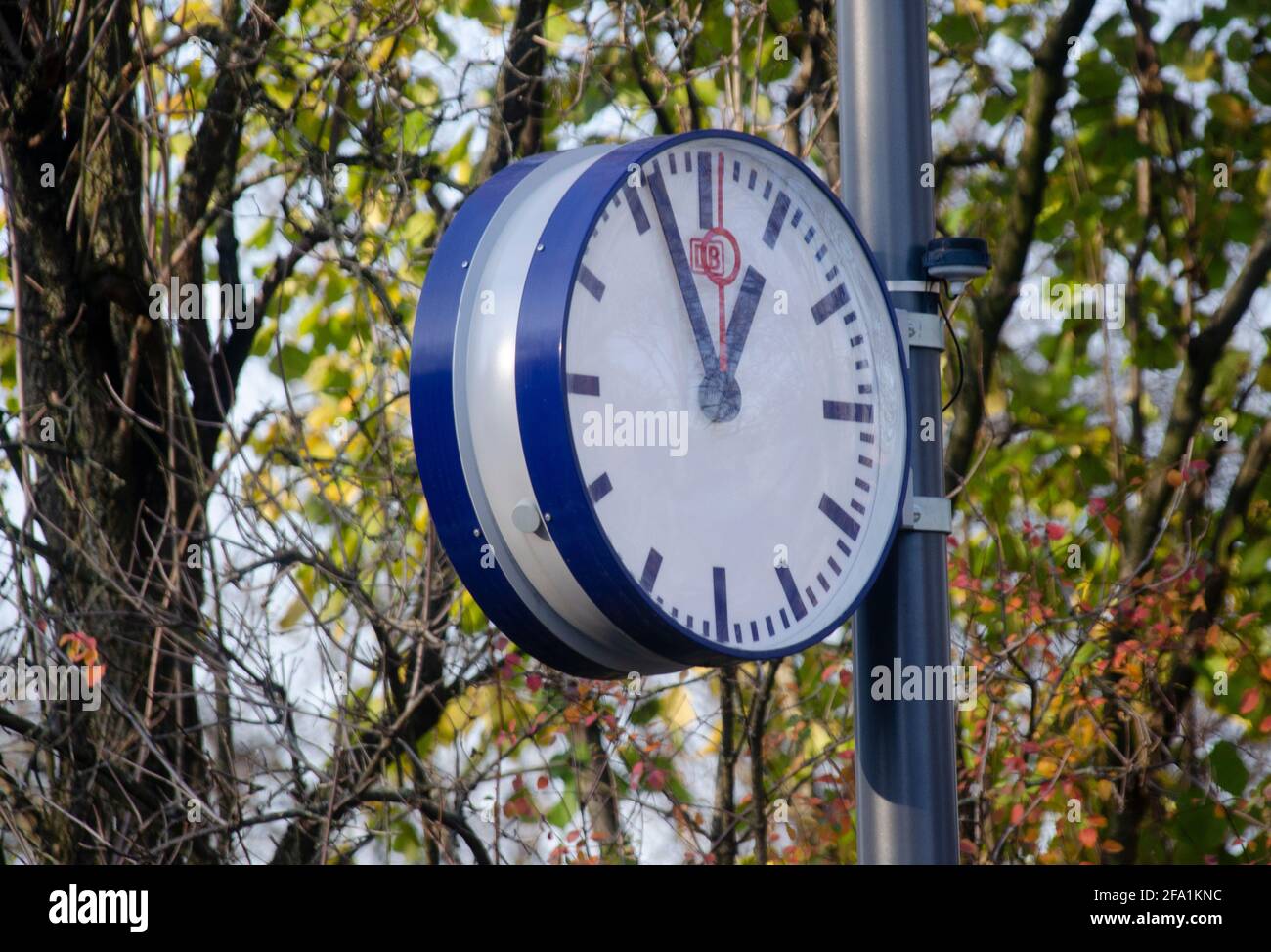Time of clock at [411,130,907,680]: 12:57
